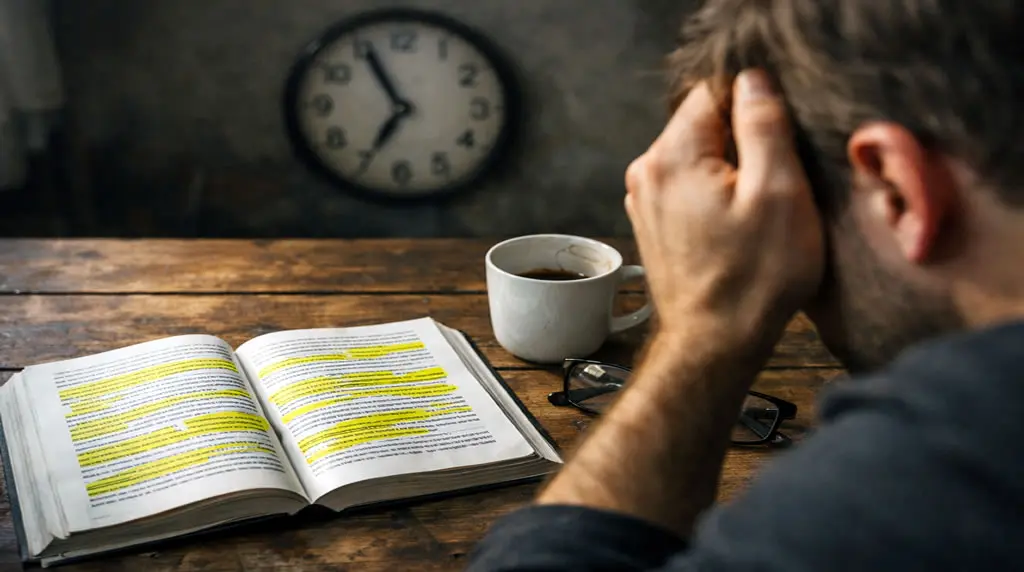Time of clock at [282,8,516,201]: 6:55
